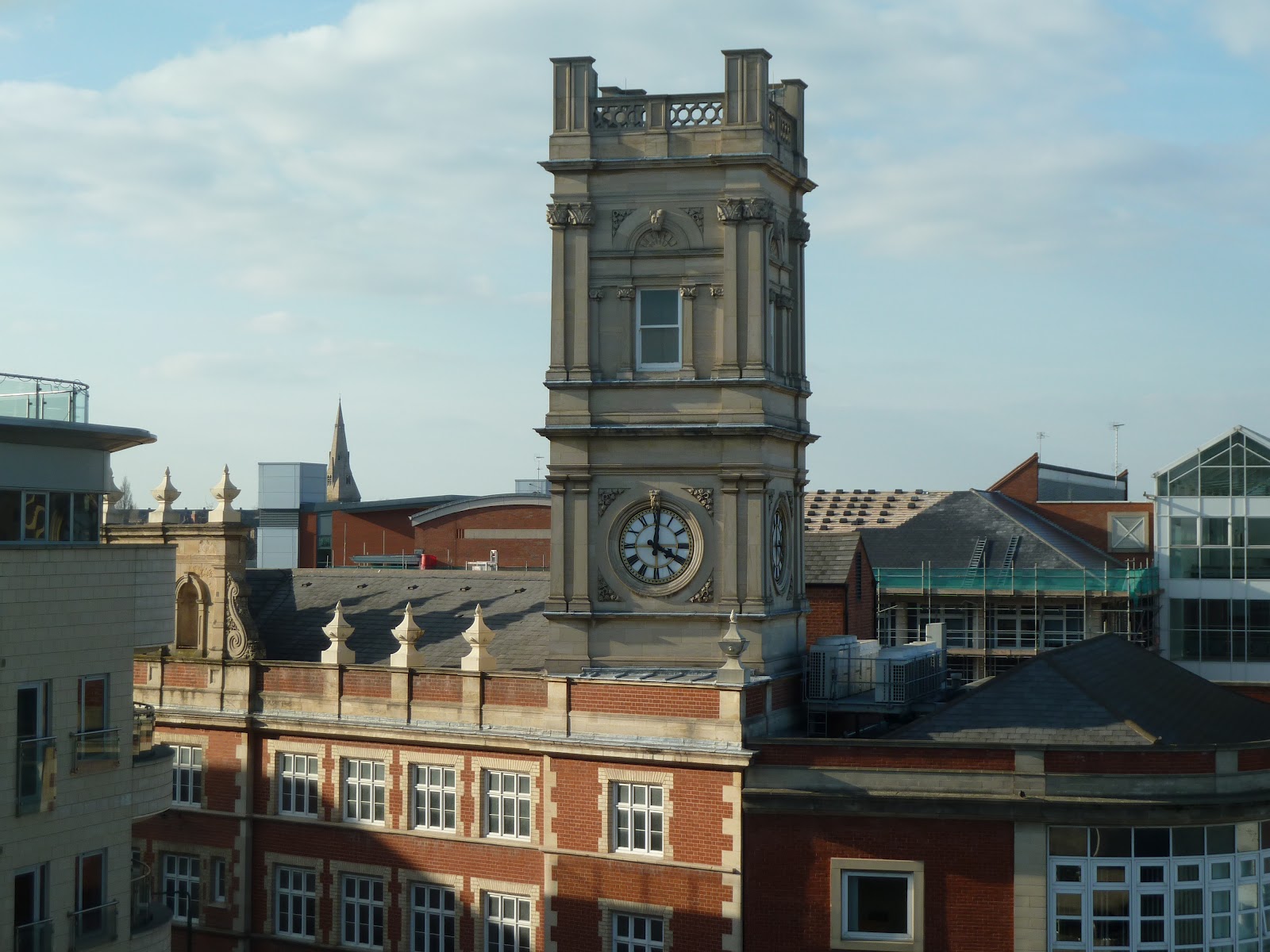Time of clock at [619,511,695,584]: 4:00
